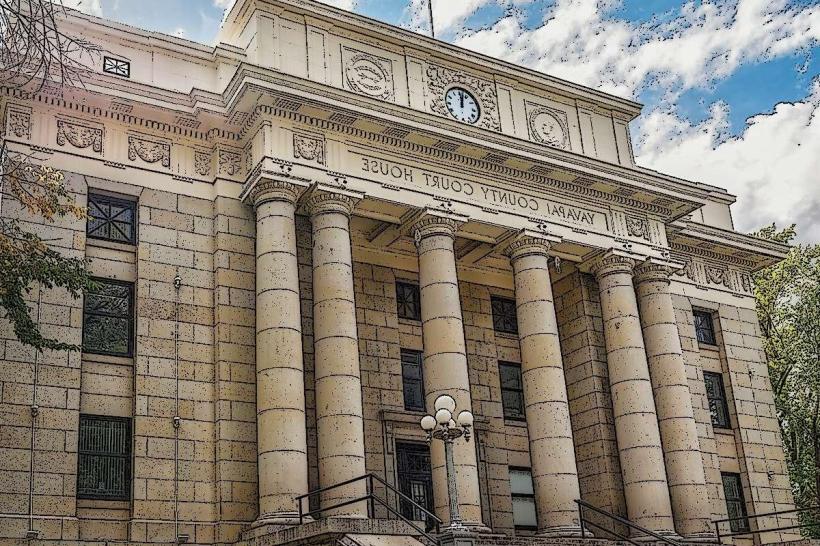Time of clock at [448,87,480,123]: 12:02
